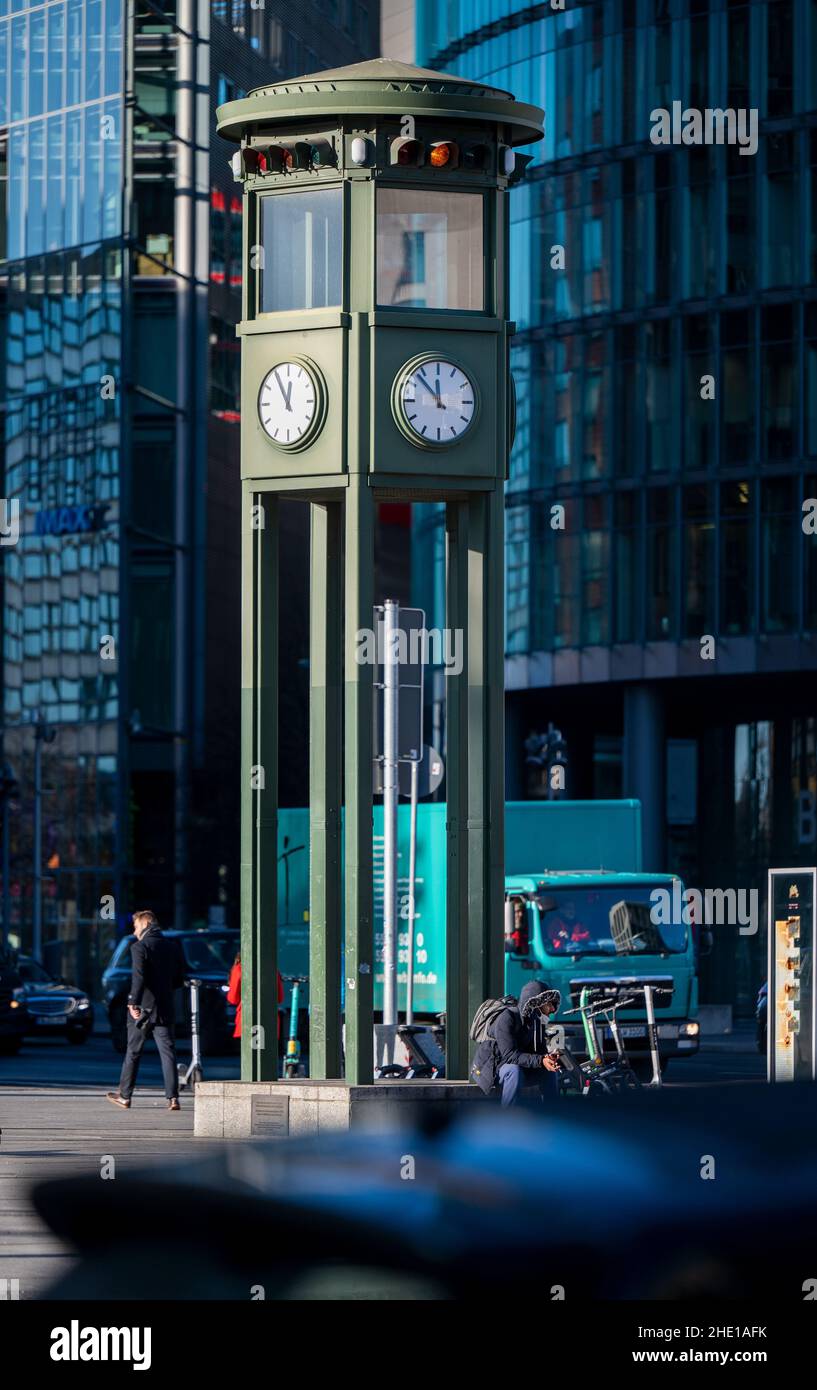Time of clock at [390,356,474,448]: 11:53
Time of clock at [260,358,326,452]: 11:54
